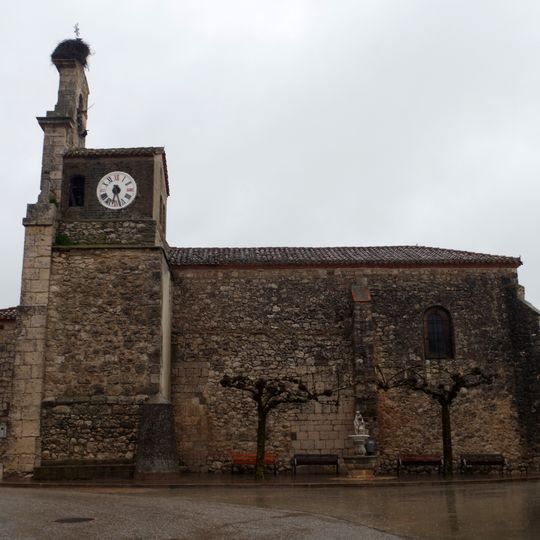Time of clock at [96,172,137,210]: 6:27
